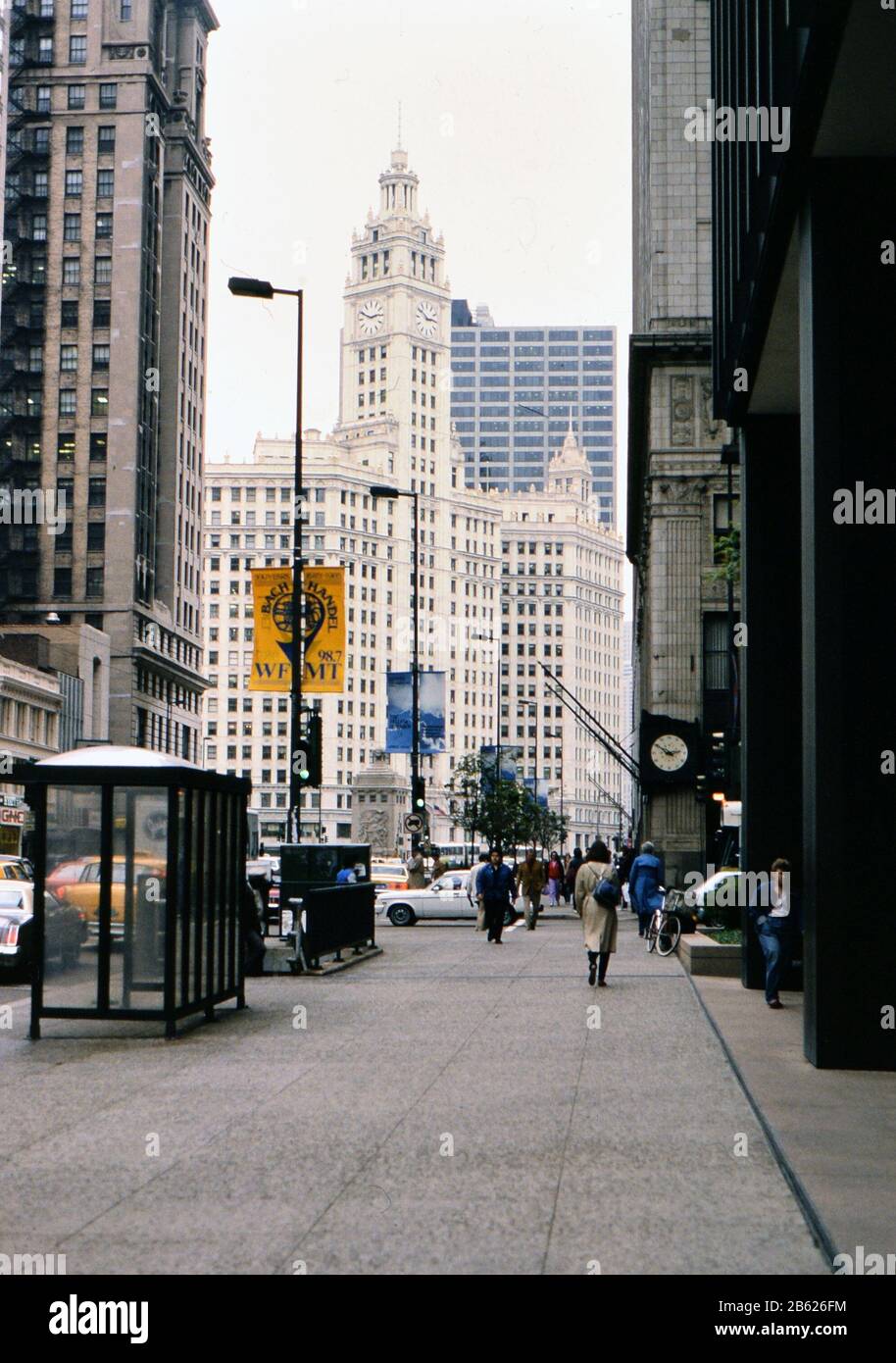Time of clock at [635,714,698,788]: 2:50
